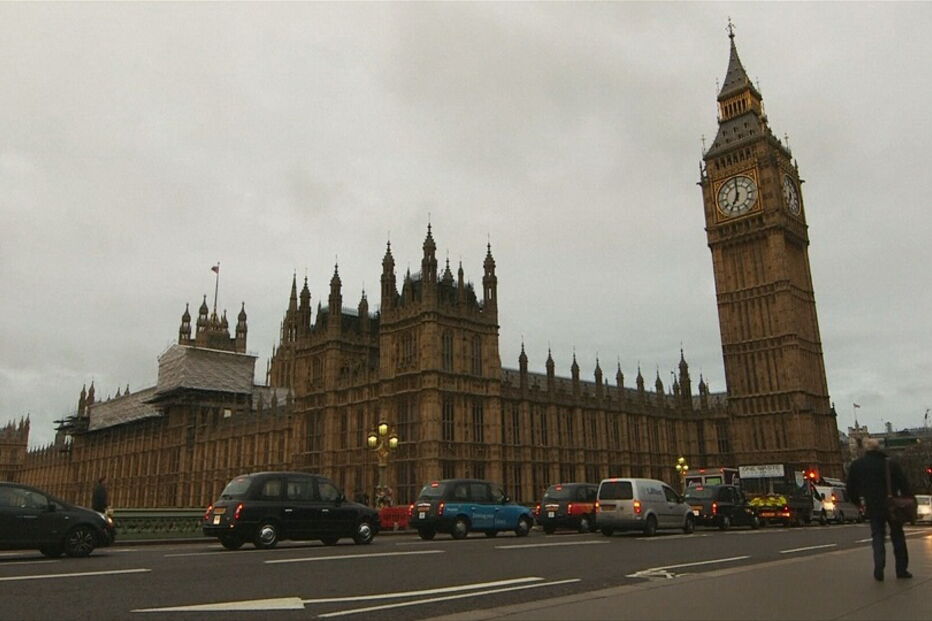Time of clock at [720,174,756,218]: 7:00
